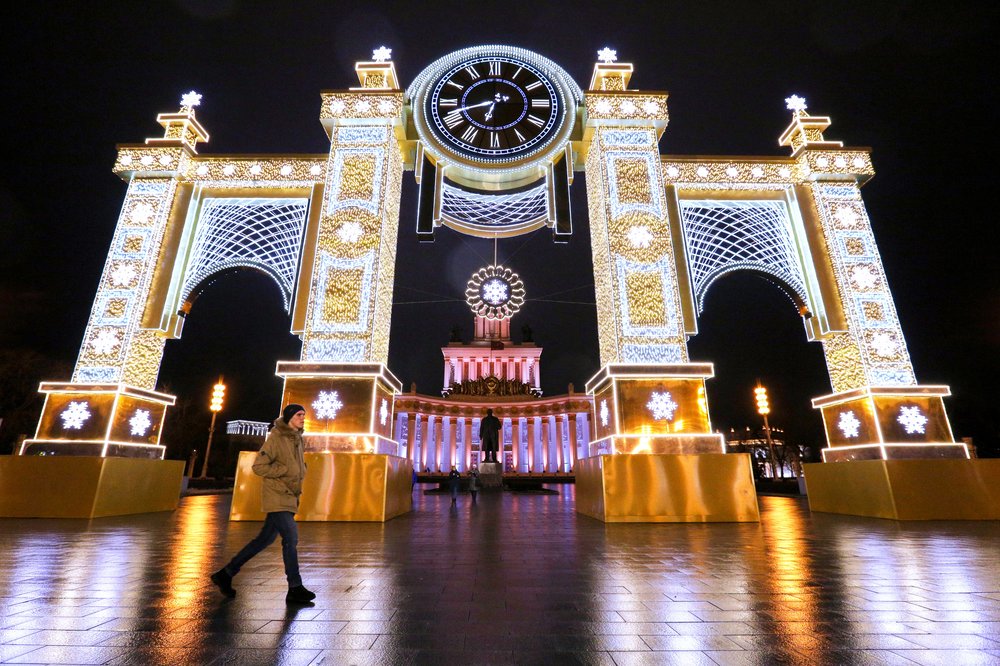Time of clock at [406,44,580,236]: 6:41
